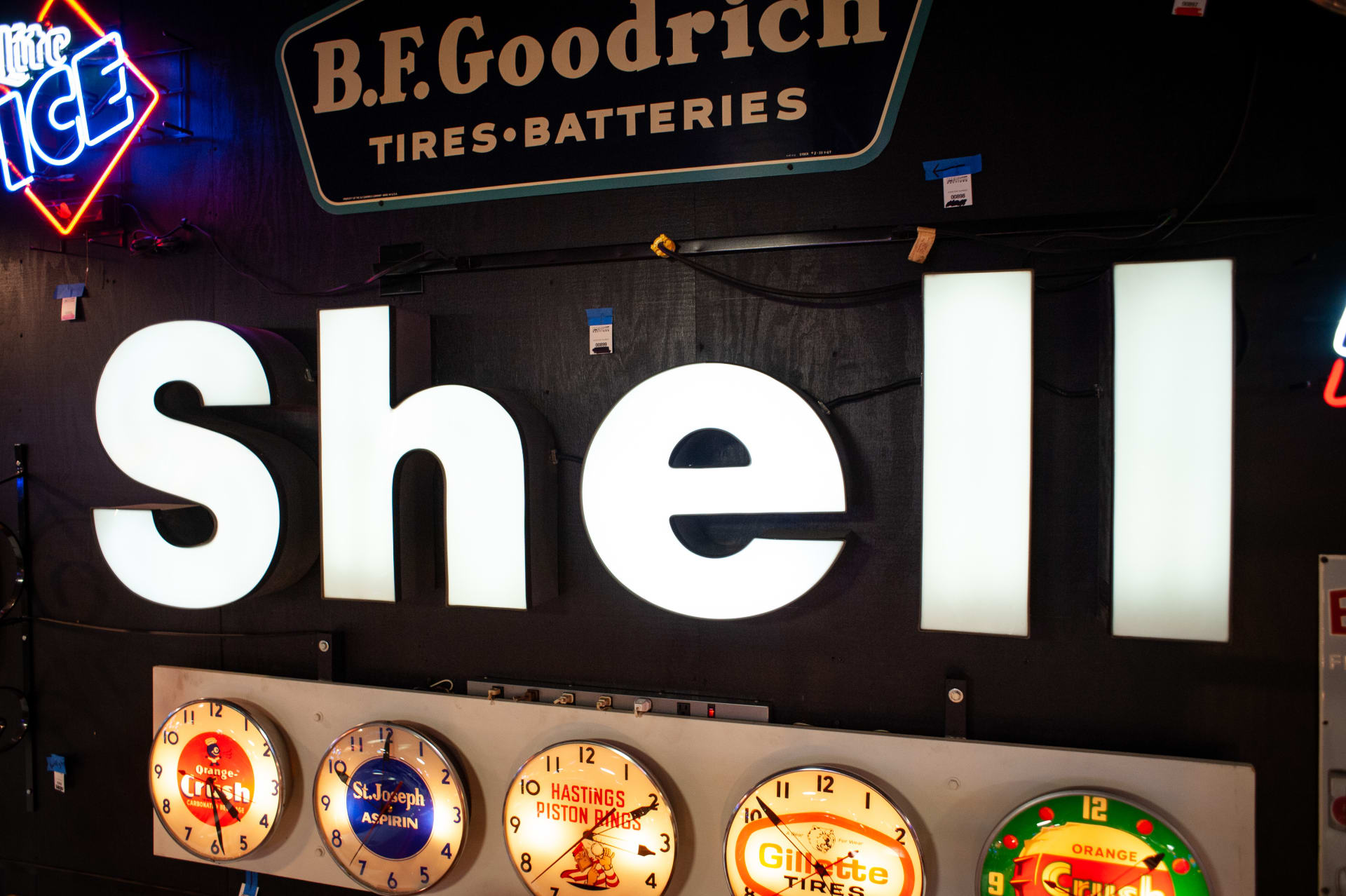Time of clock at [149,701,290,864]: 4:28
